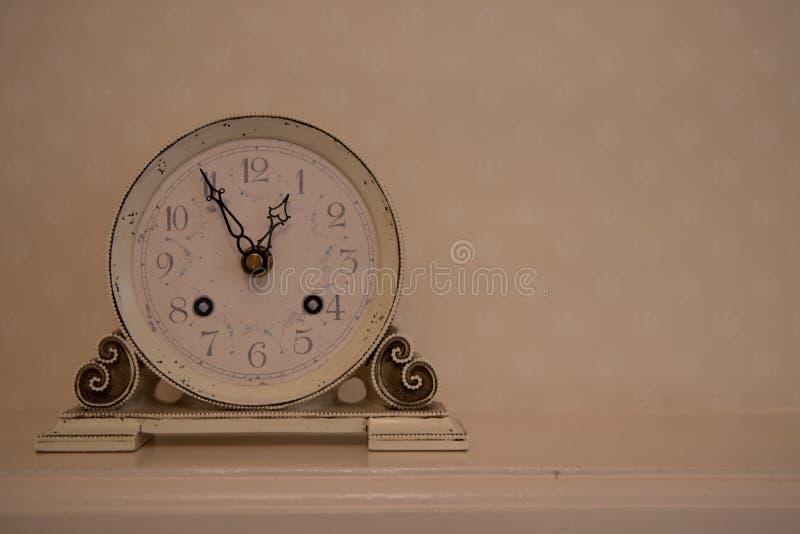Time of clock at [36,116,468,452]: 12:55
